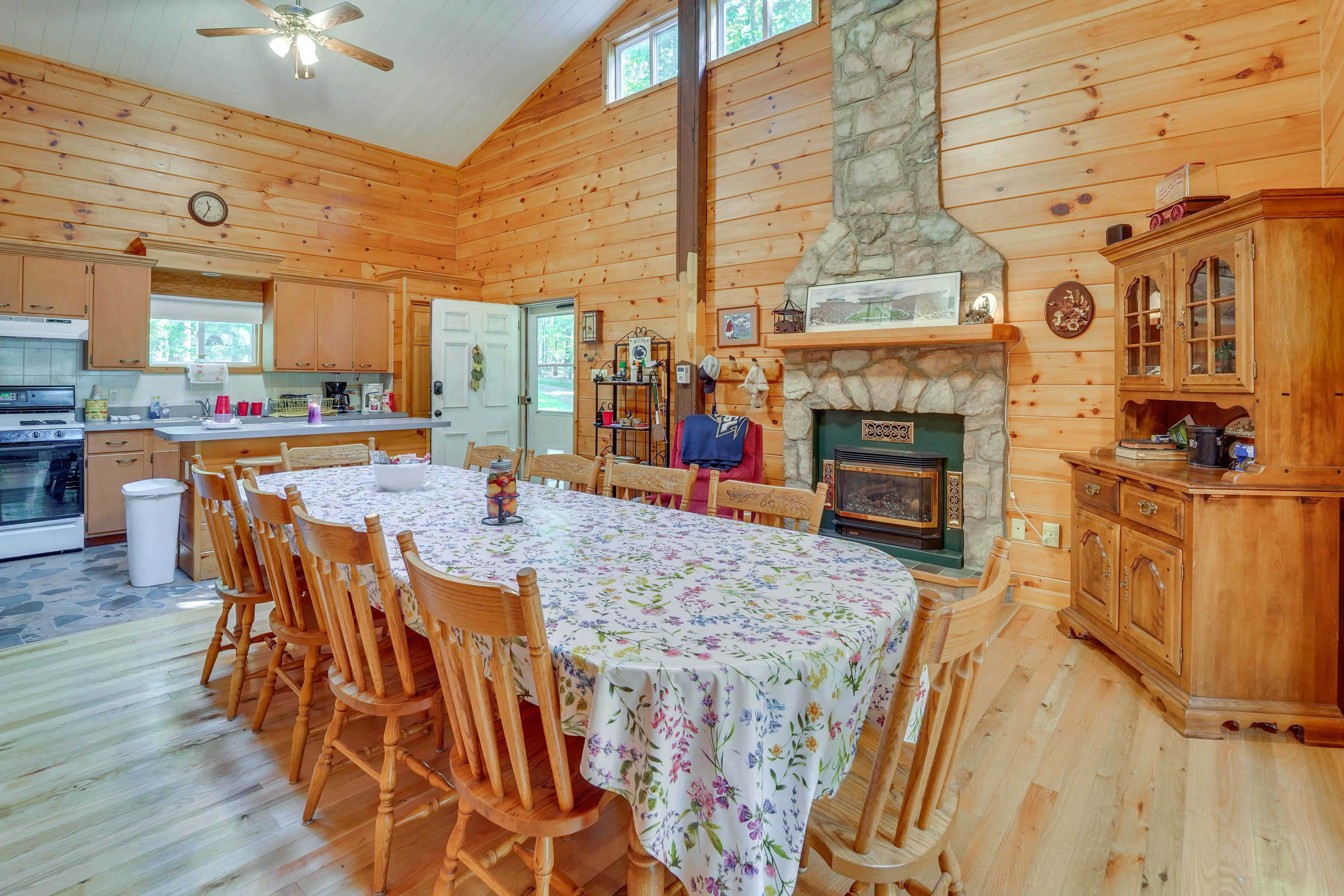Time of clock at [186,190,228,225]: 11:34
